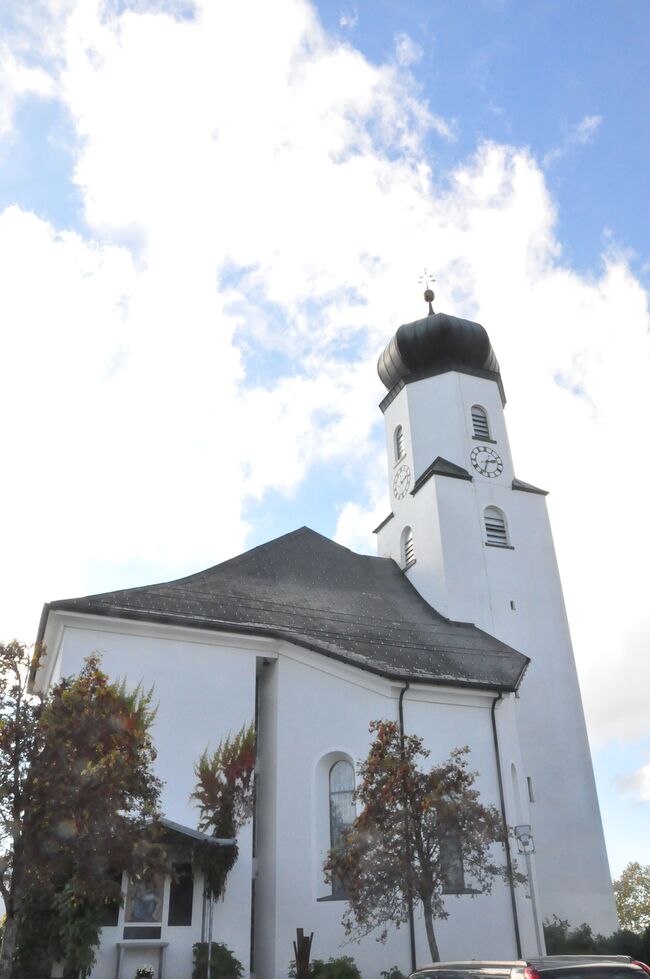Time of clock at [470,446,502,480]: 2:33
